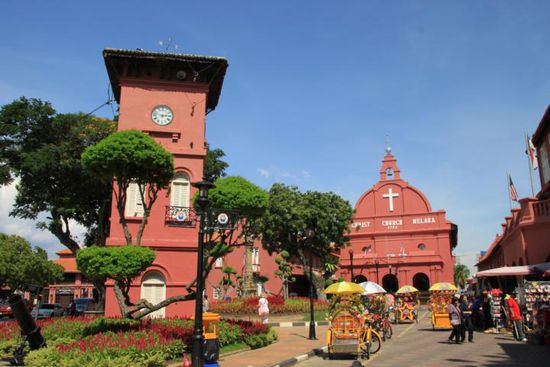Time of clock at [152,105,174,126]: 2:47
